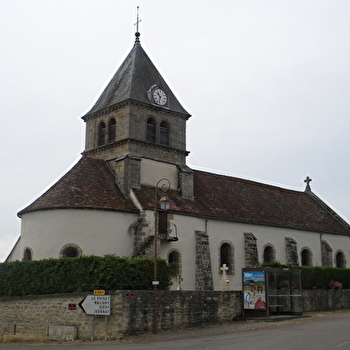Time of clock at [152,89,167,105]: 10:32
